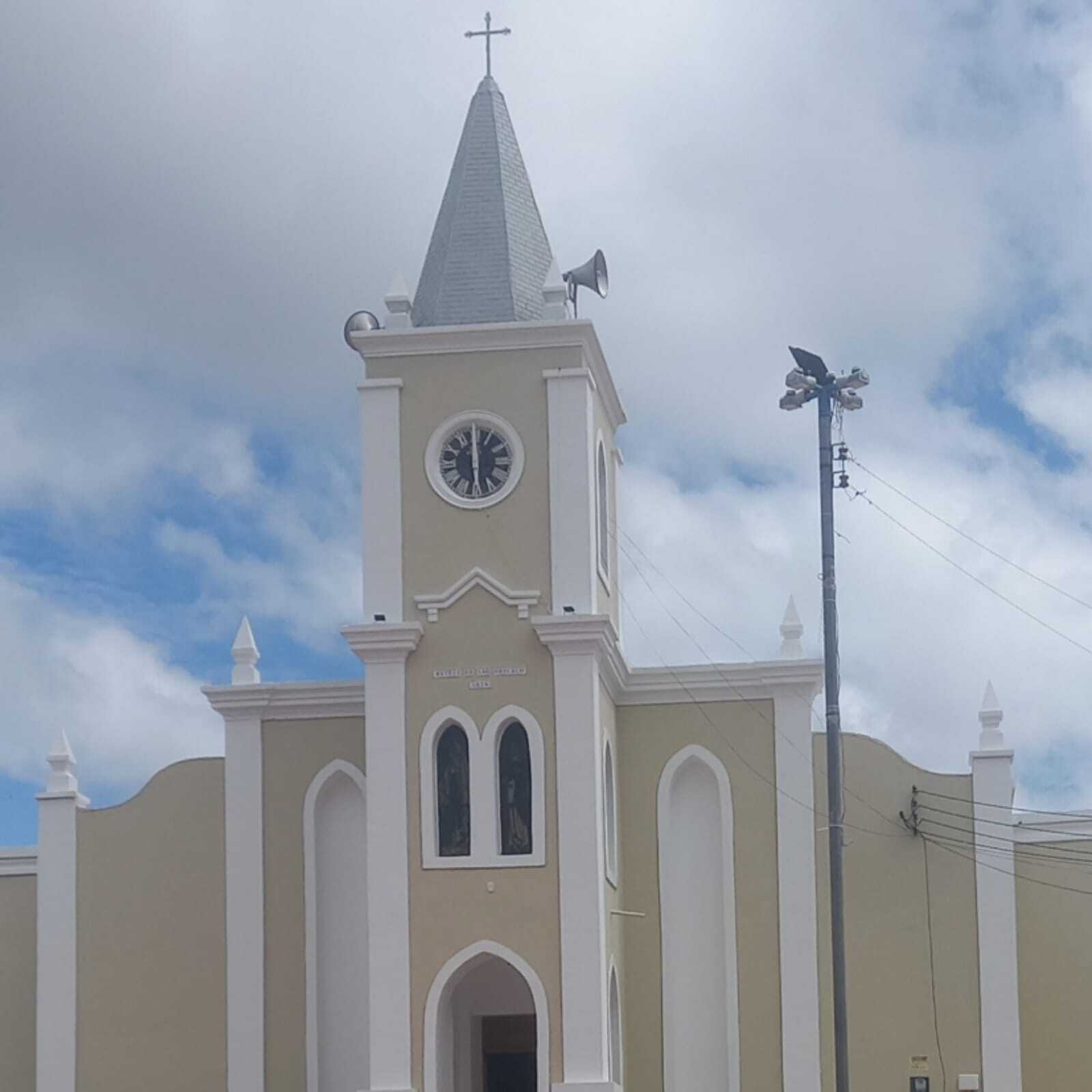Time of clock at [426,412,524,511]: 5:59
